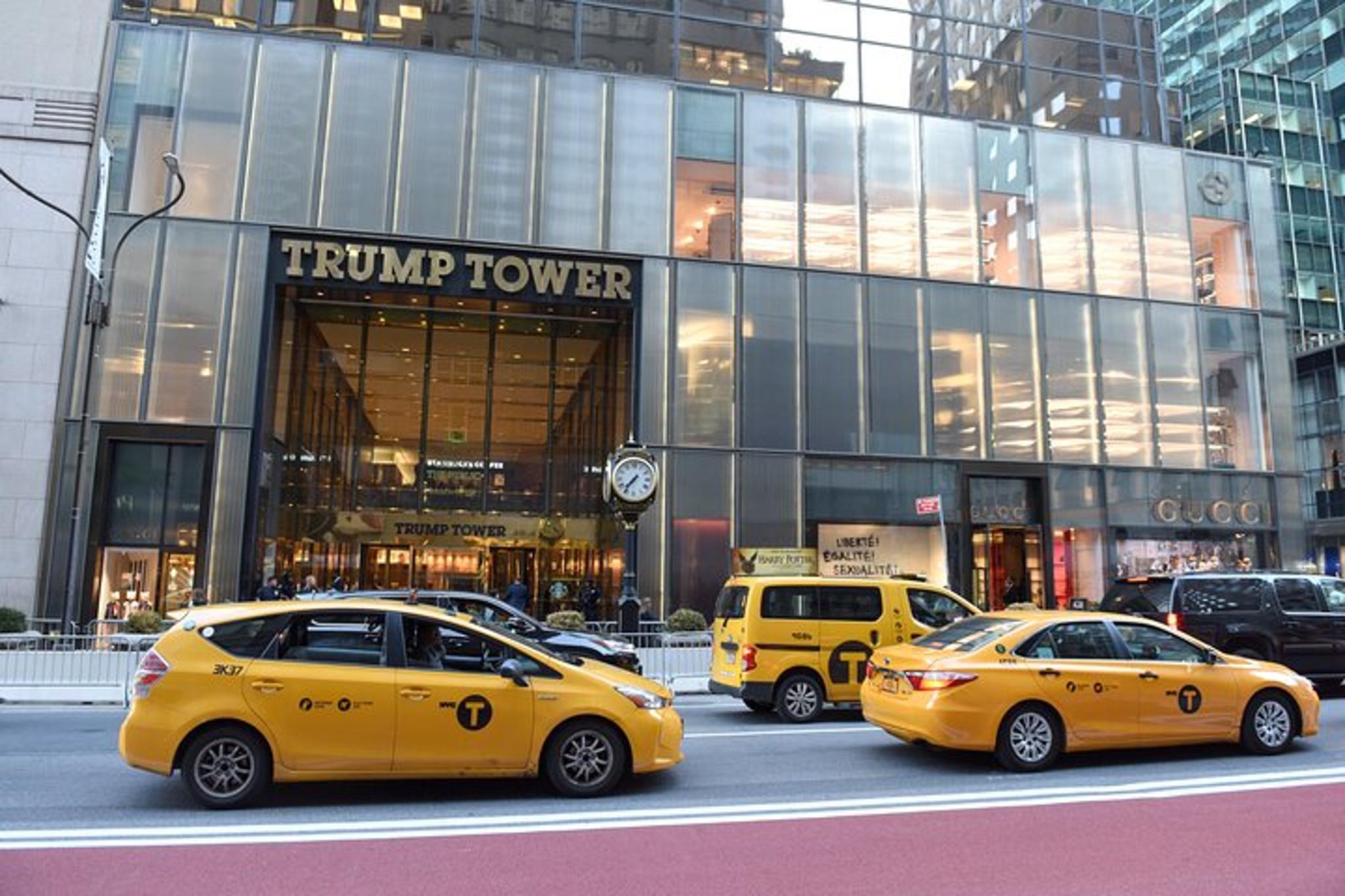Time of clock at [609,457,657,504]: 7:36
